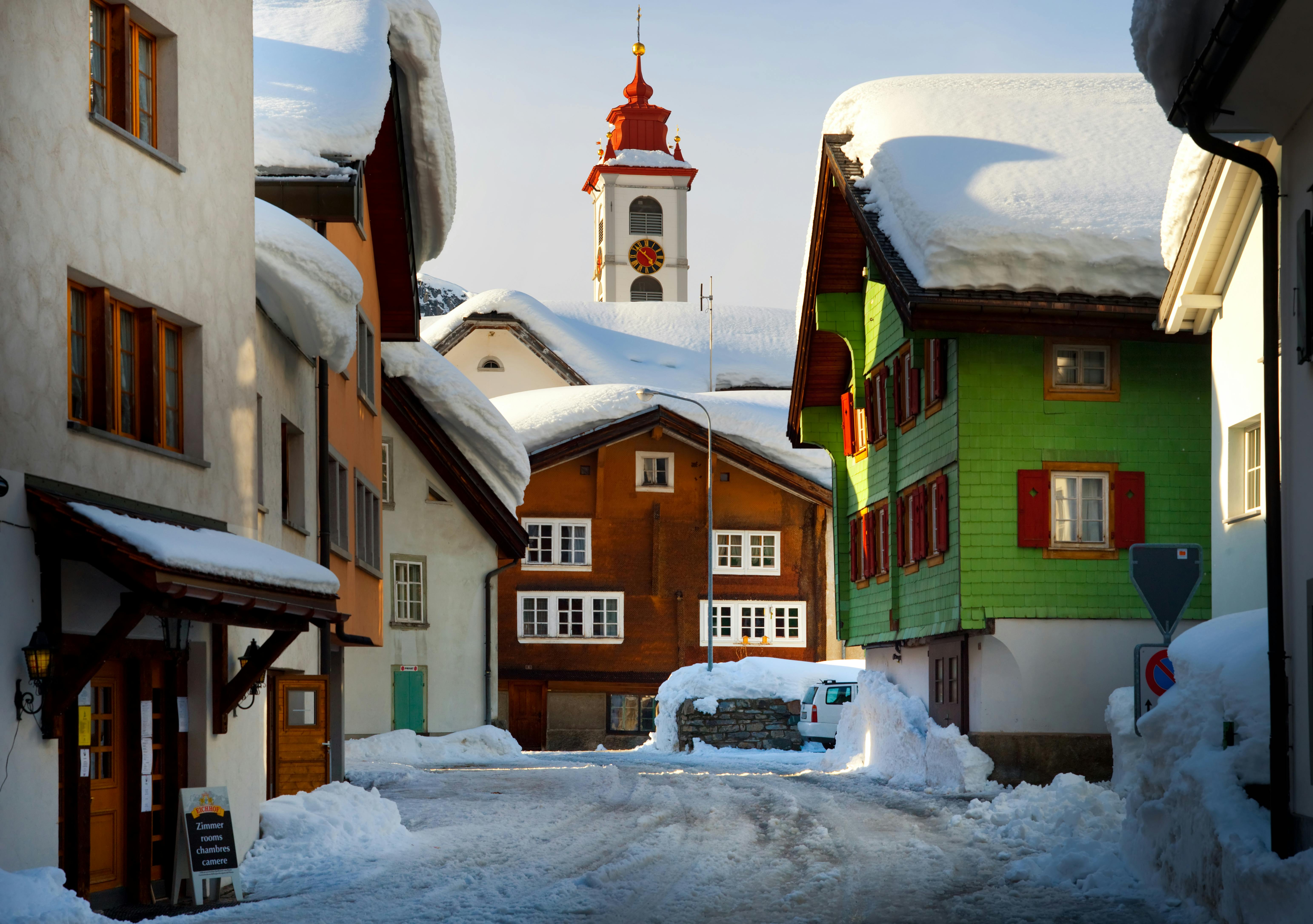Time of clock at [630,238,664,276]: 4:51
